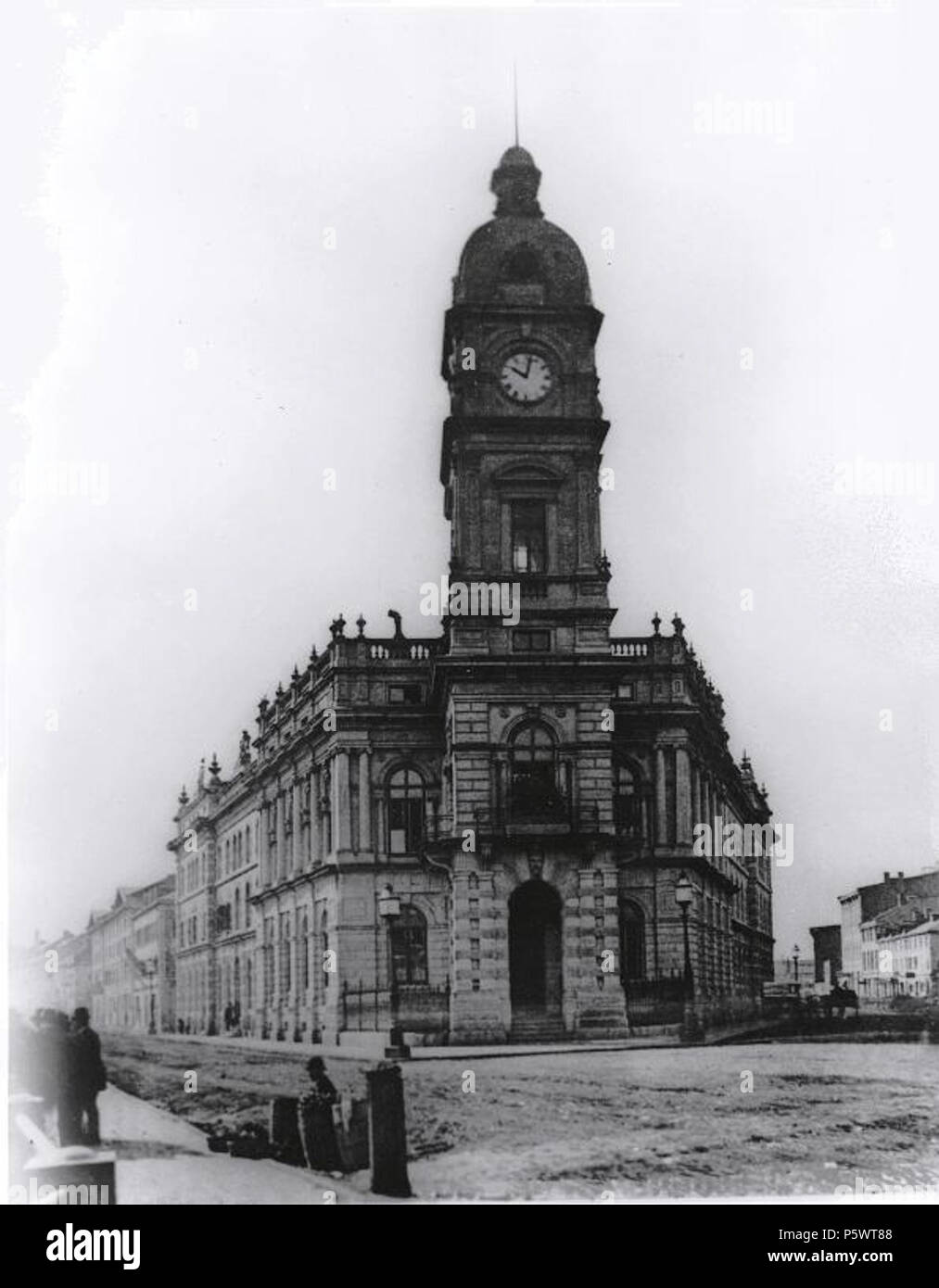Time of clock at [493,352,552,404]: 10:02
